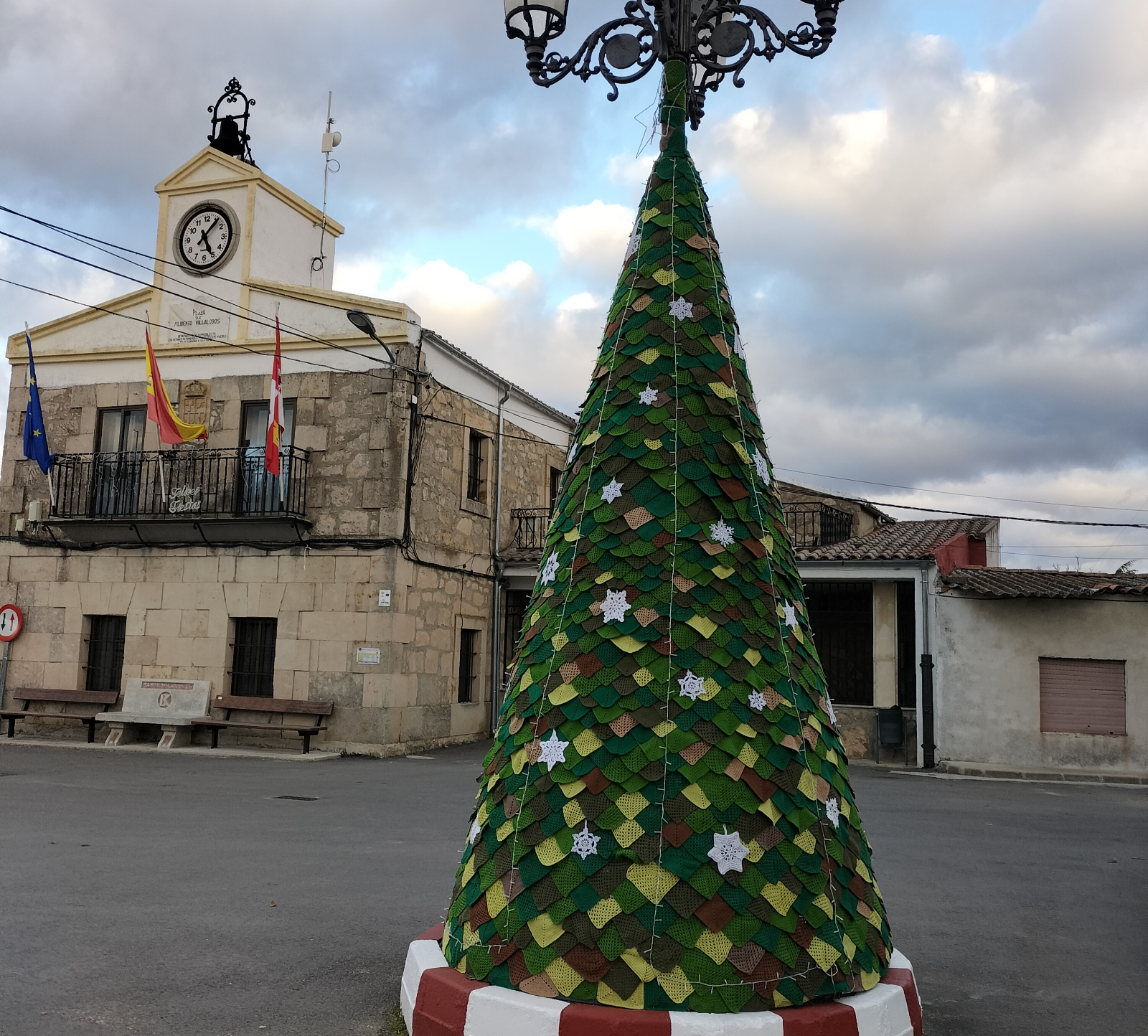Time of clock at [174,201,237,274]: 5:06
